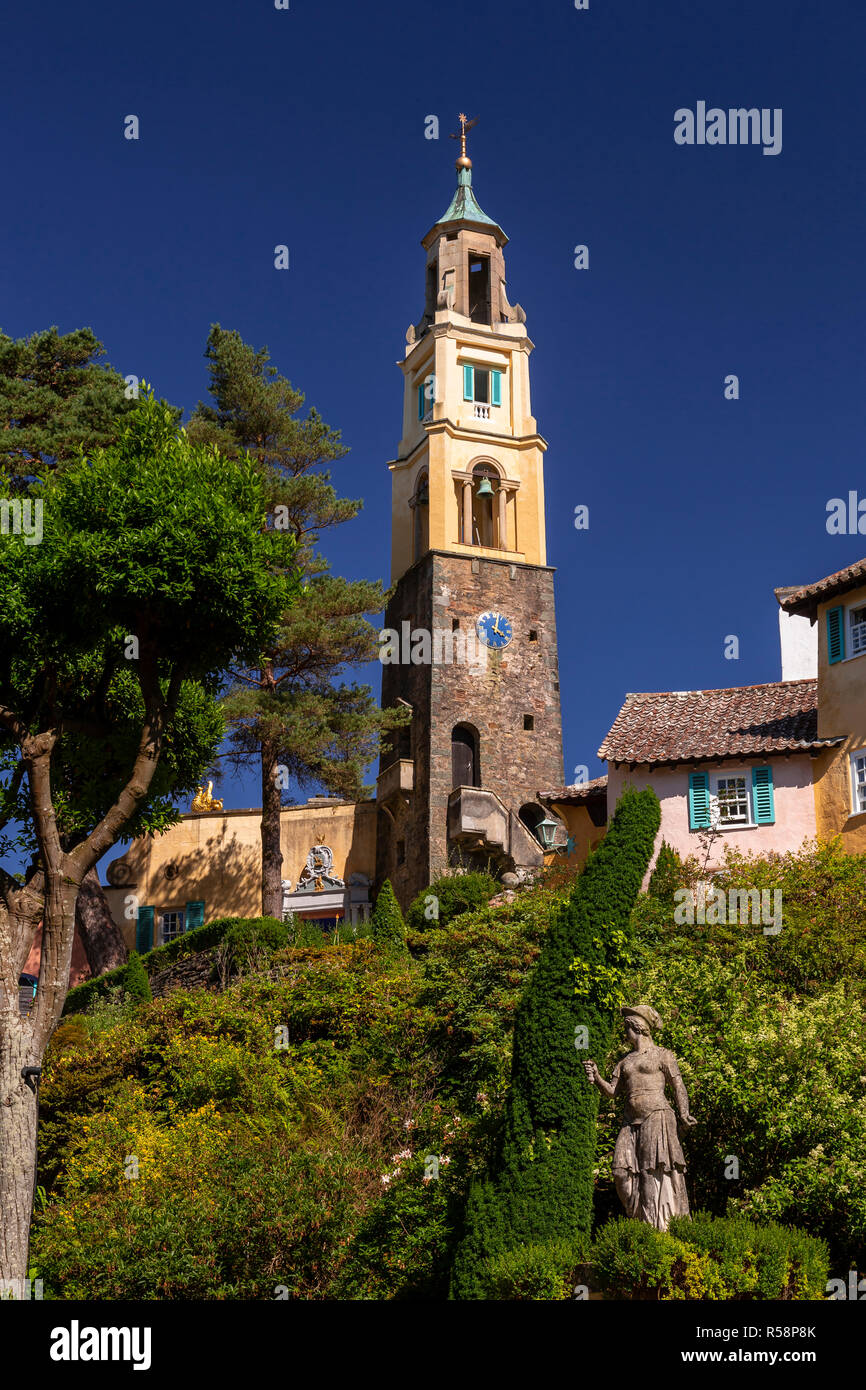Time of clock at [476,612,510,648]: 4:02
